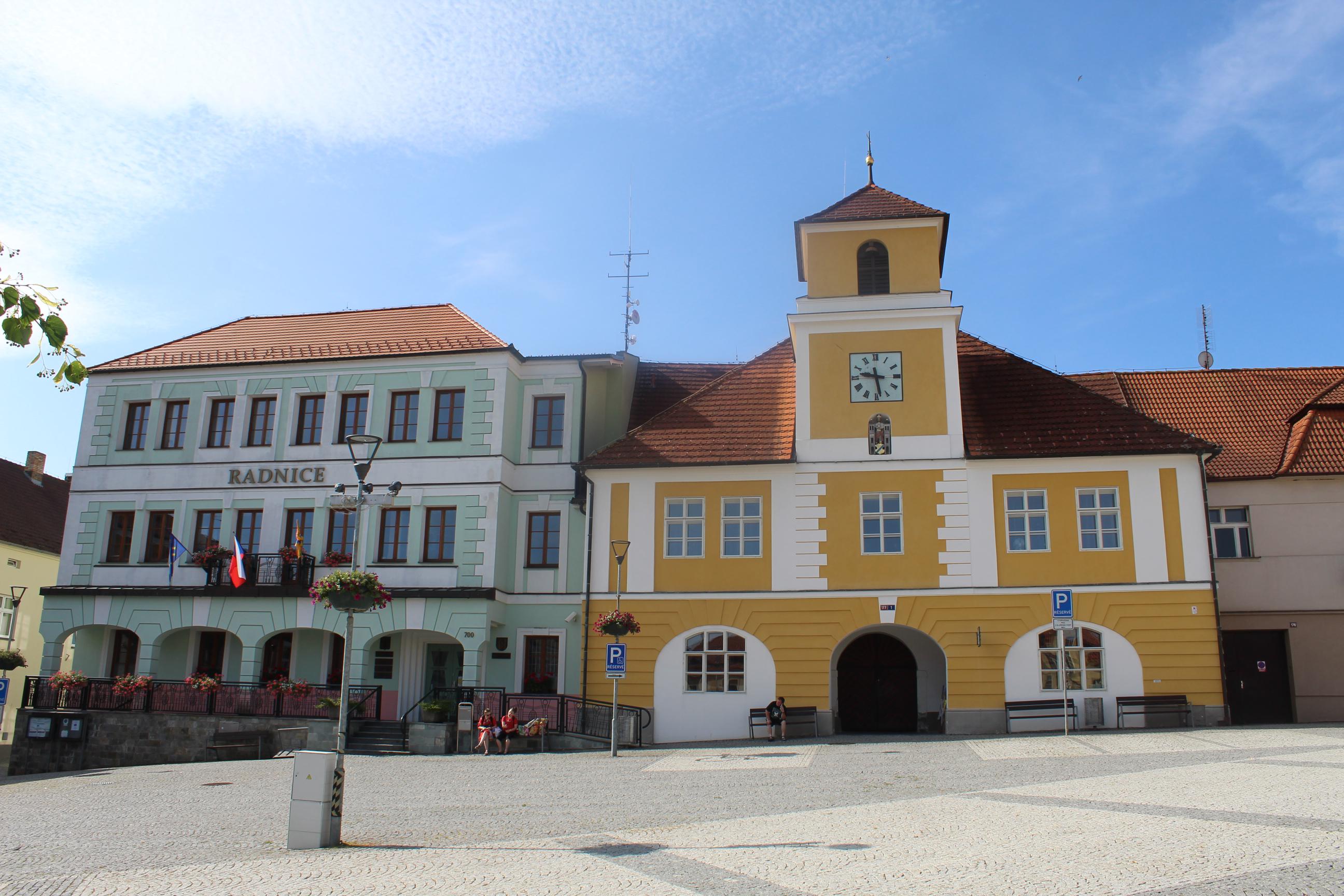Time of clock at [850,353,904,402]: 9:28
